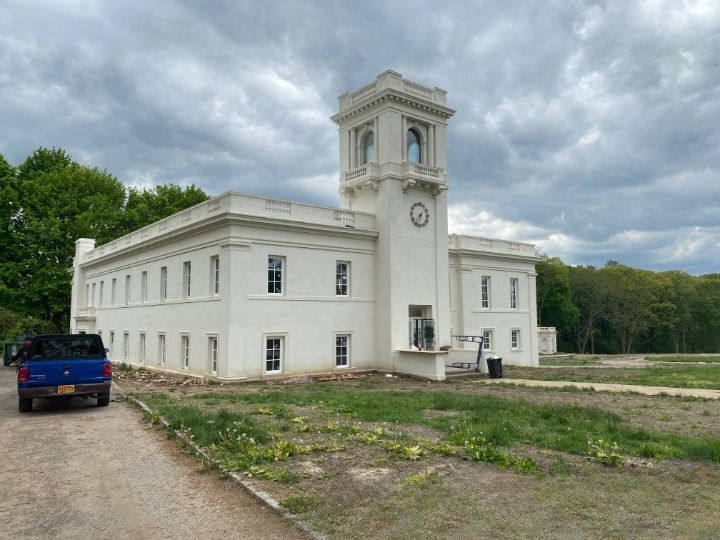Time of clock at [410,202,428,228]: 6:36
